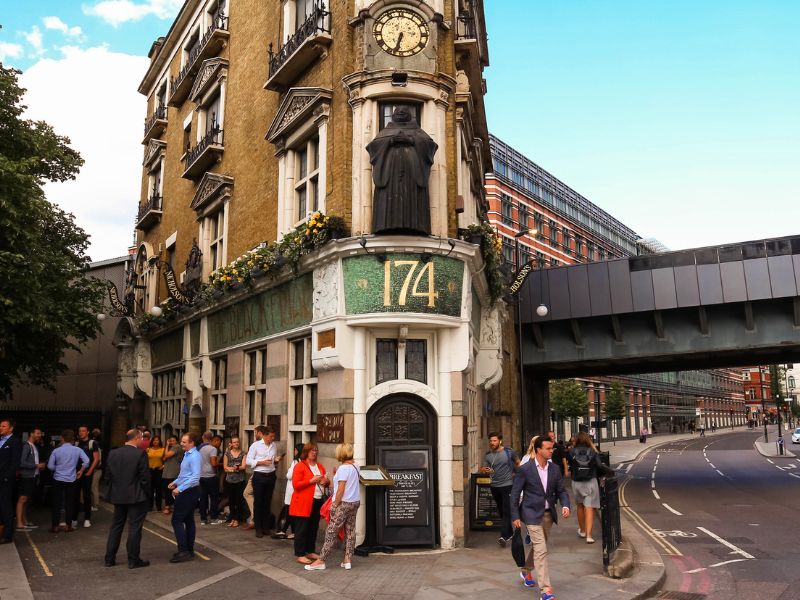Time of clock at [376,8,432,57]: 6:32
